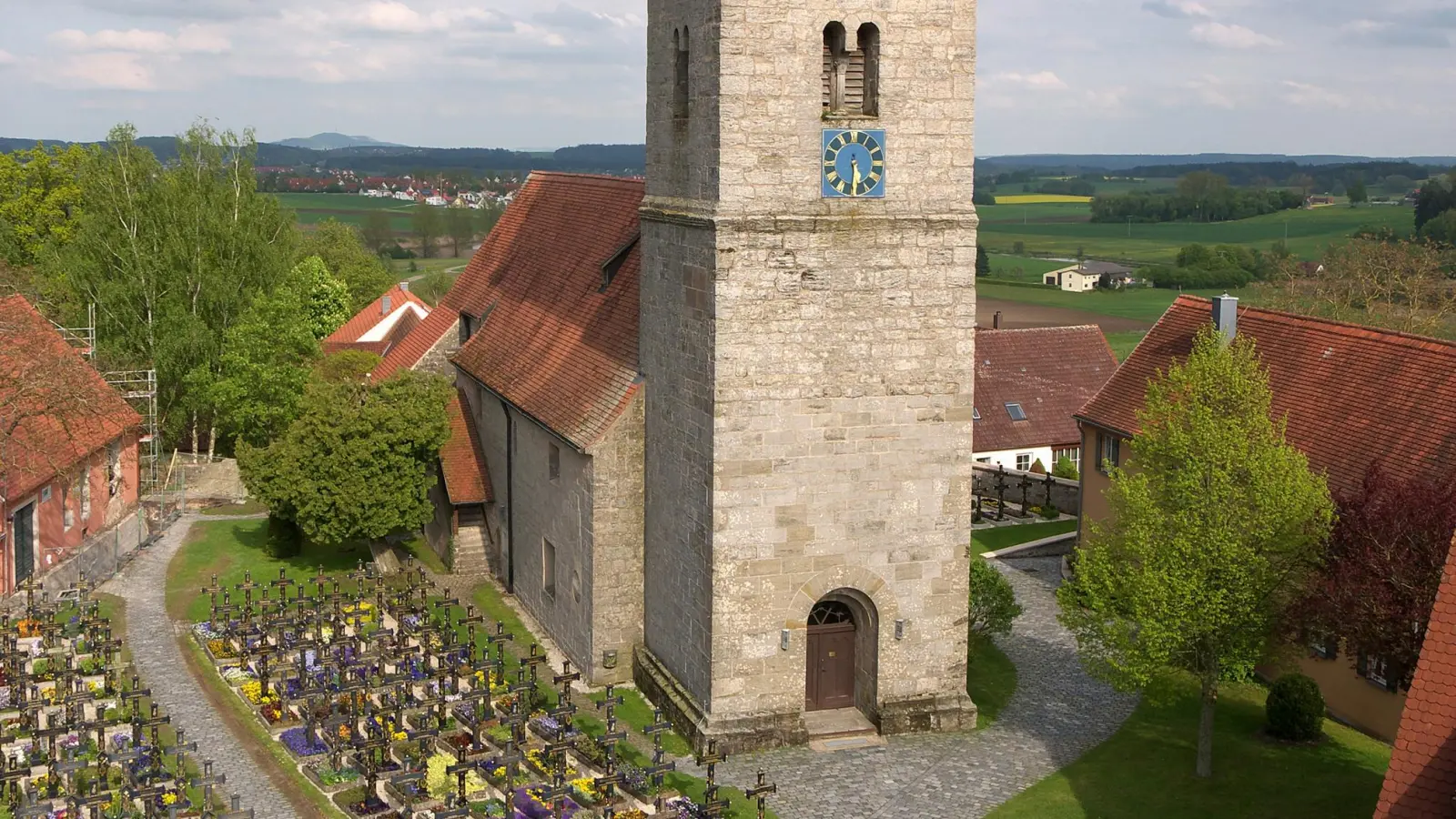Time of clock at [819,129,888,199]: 5:30
